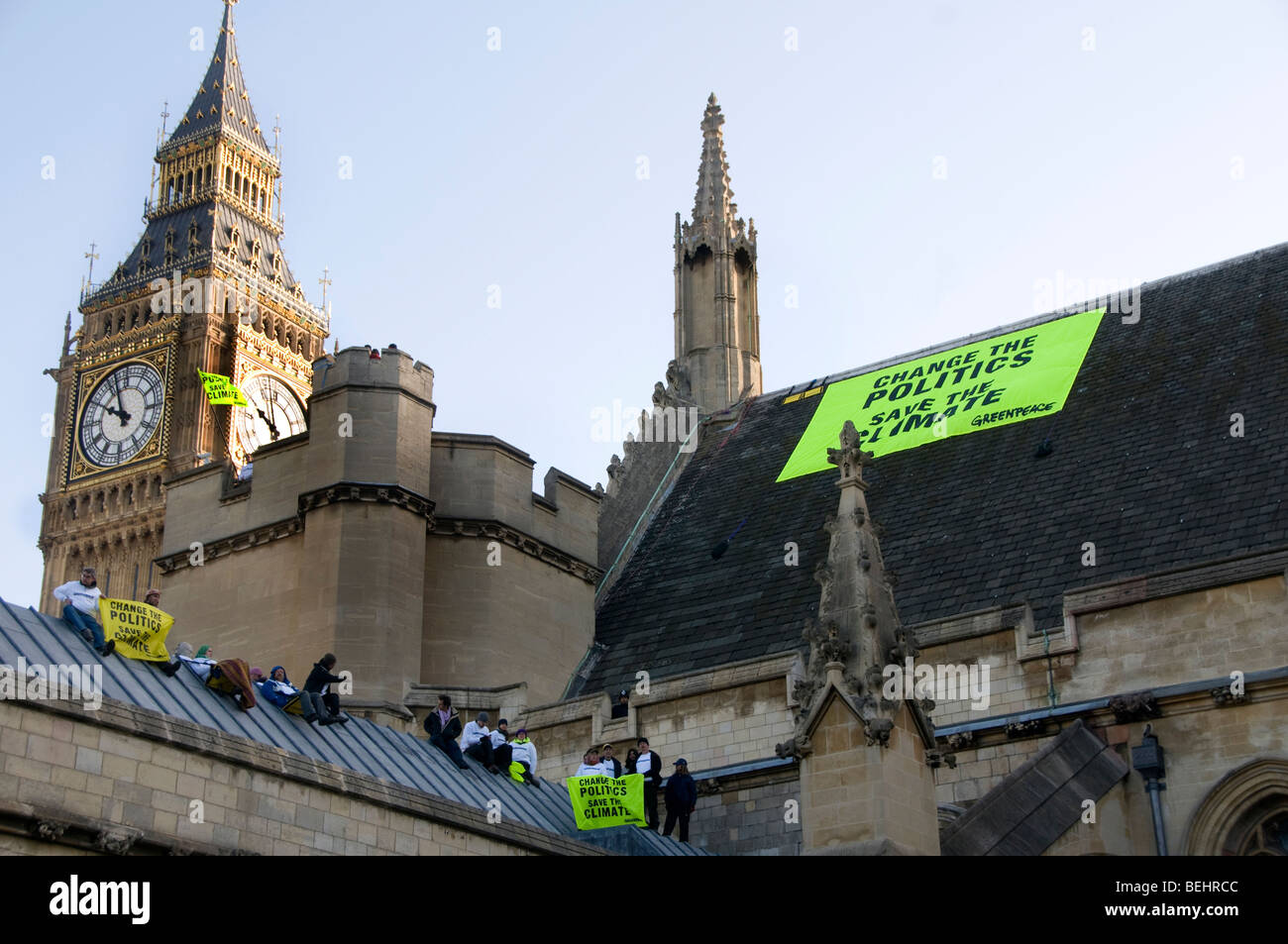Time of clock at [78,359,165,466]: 9:57
